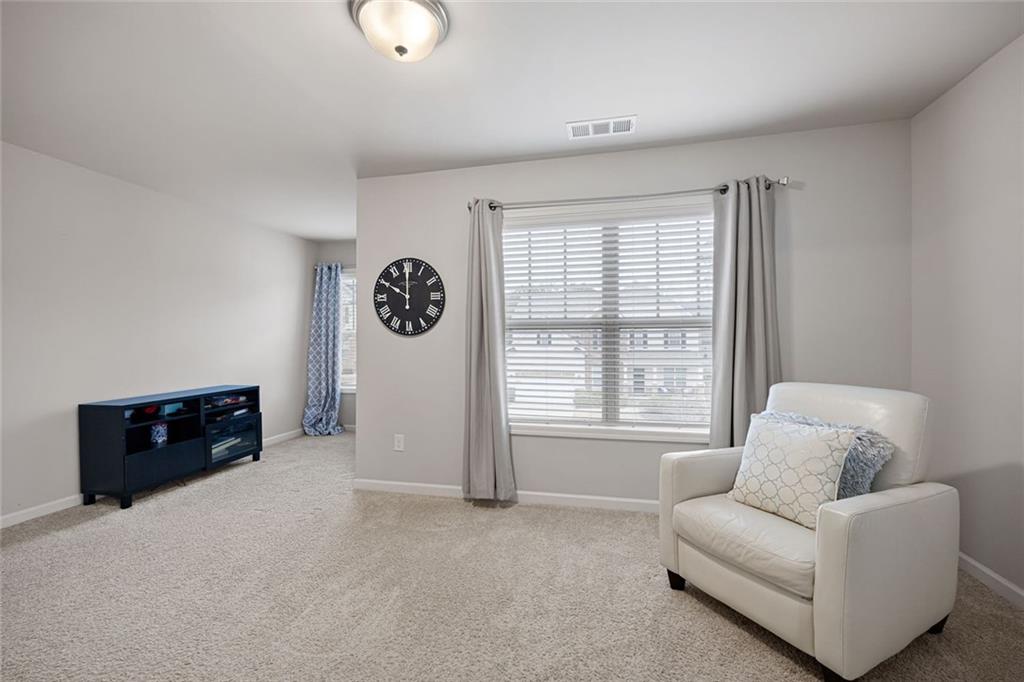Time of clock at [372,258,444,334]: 9:59
